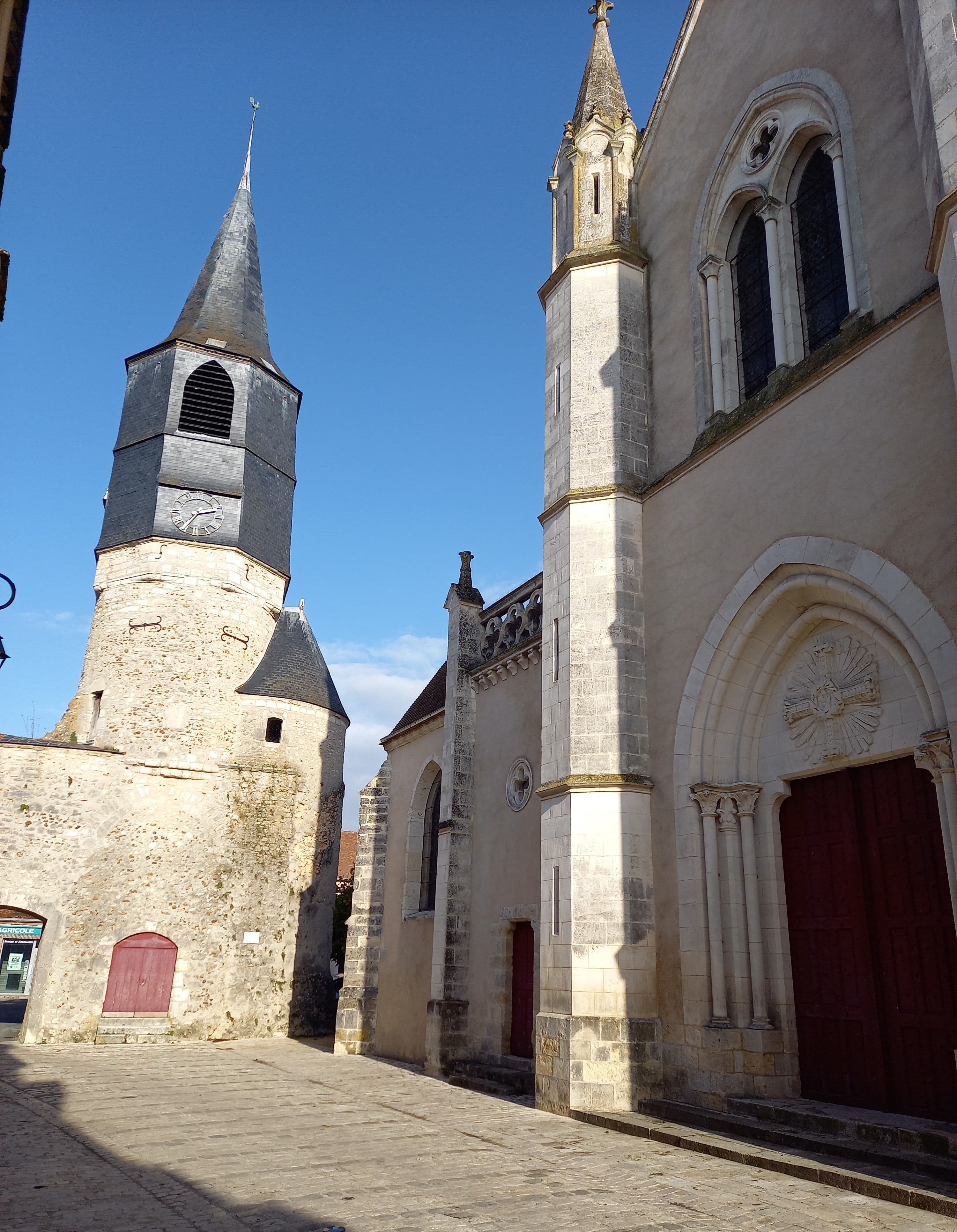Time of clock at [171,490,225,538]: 2:35
